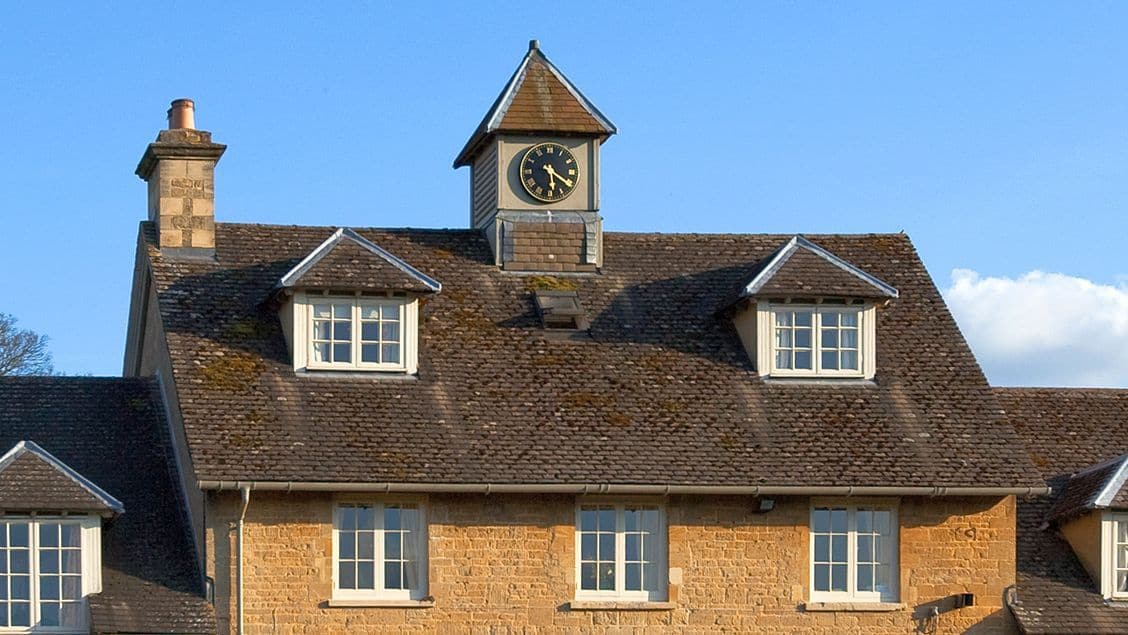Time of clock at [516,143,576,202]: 5:20
